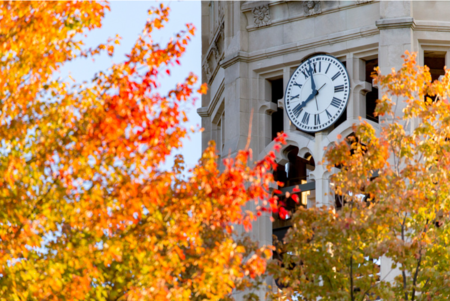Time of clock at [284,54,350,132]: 7:57
